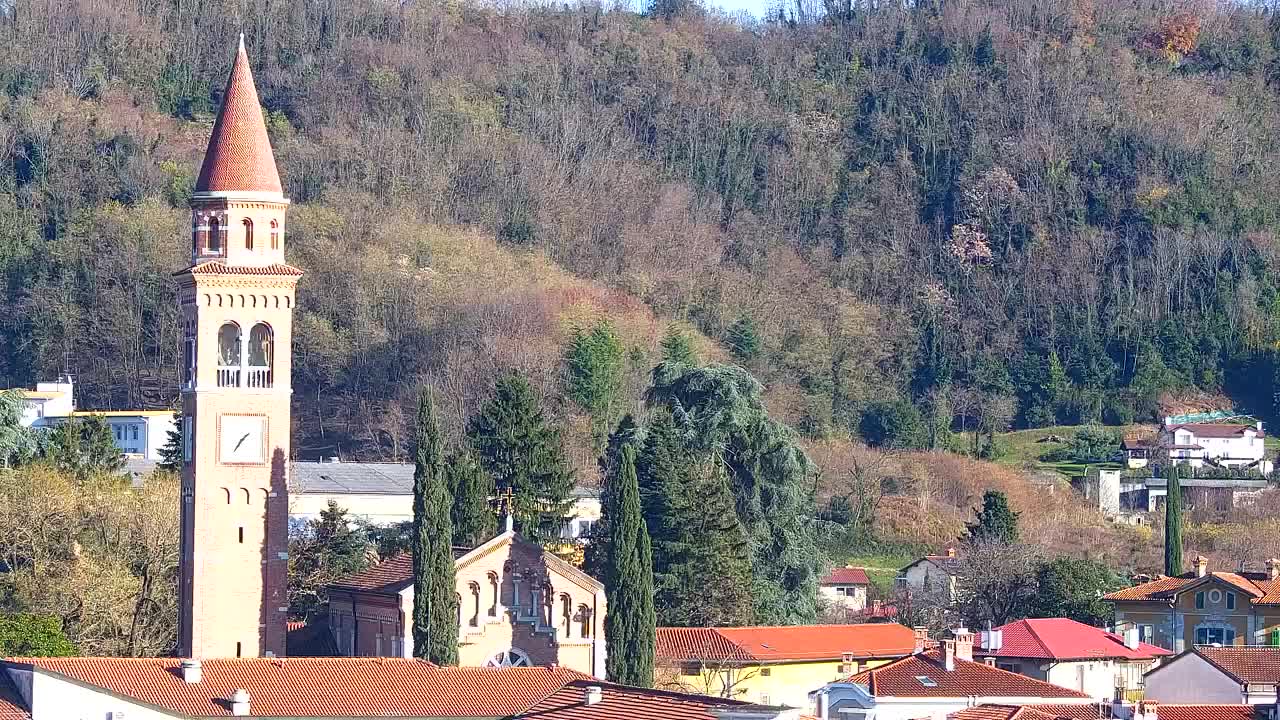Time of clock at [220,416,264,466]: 1:36
